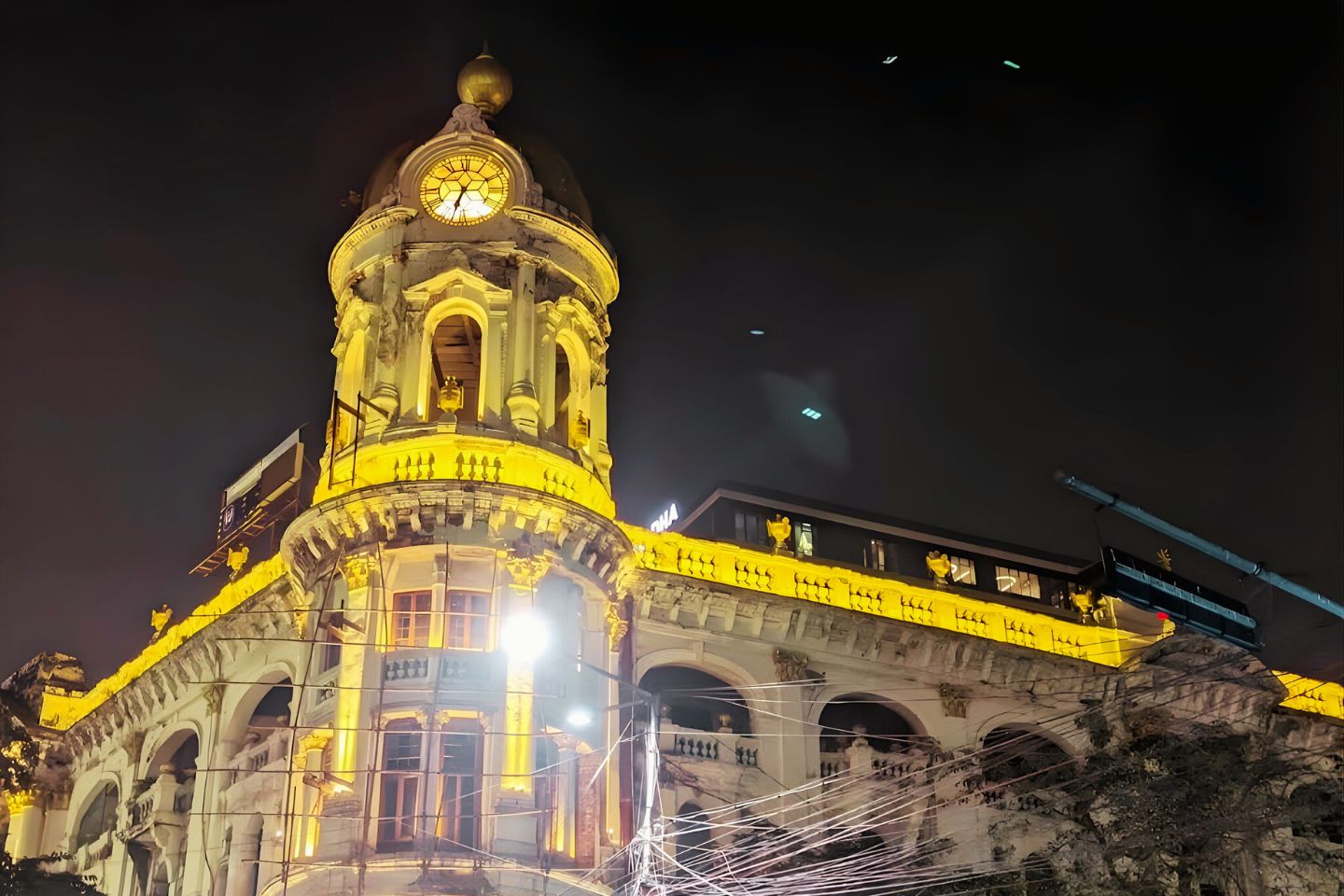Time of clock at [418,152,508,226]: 6:32
